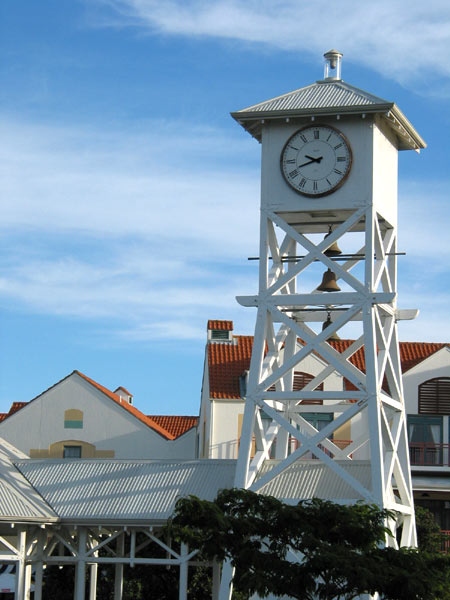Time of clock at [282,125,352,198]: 9:41
